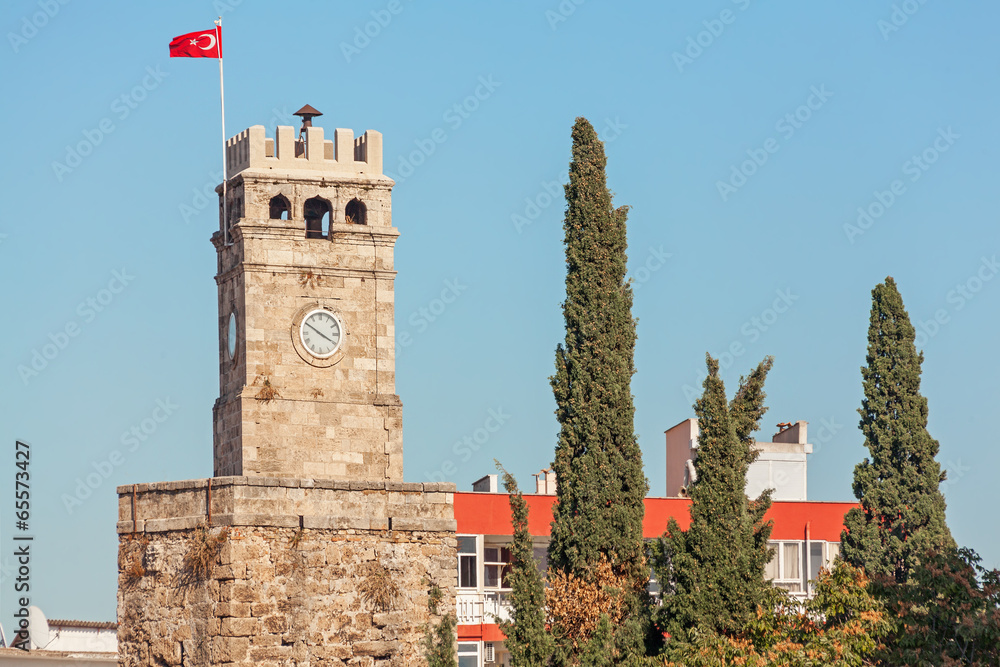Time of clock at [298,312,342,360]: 3:50
